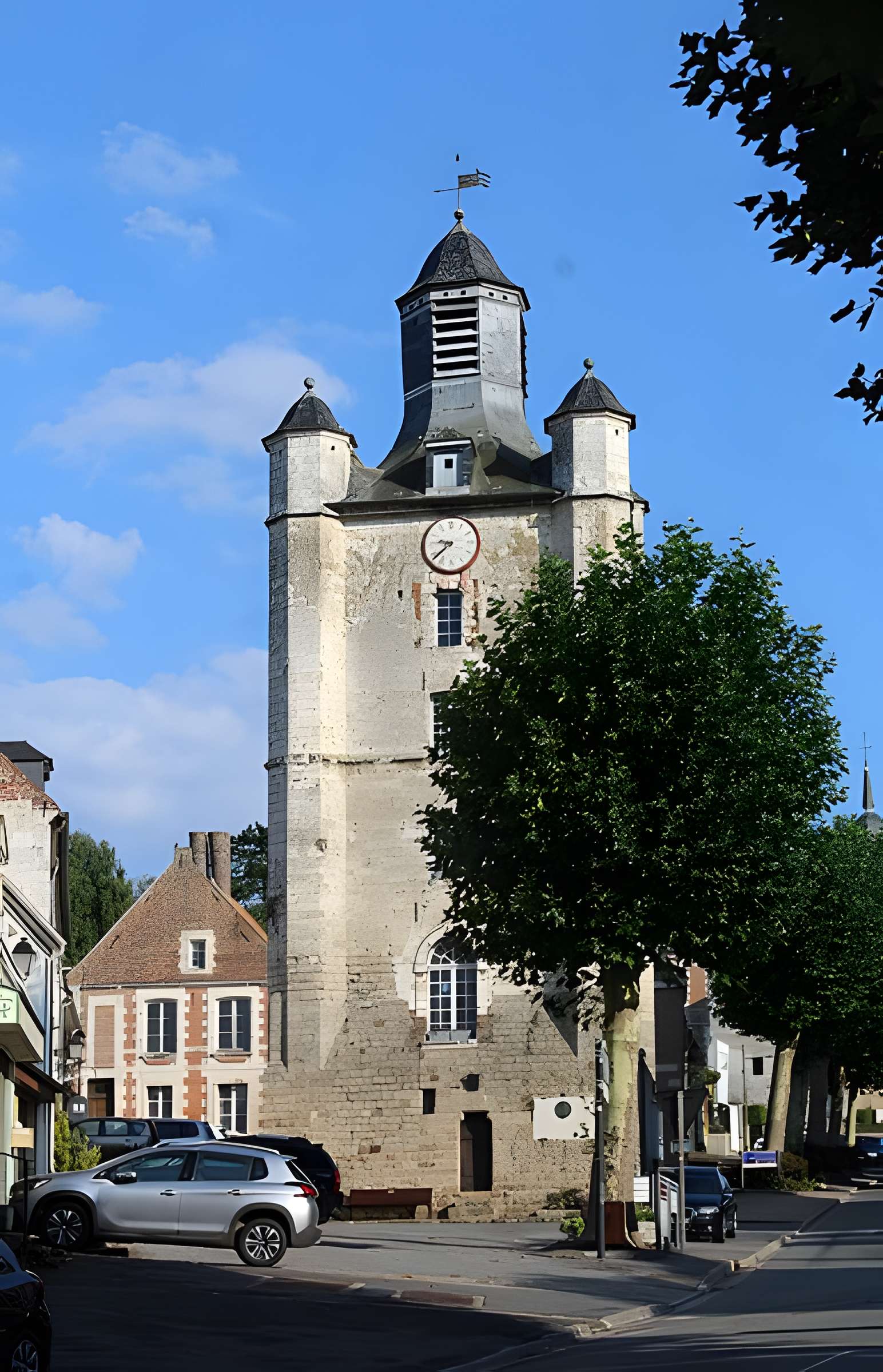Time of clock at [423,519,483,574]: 9:38
